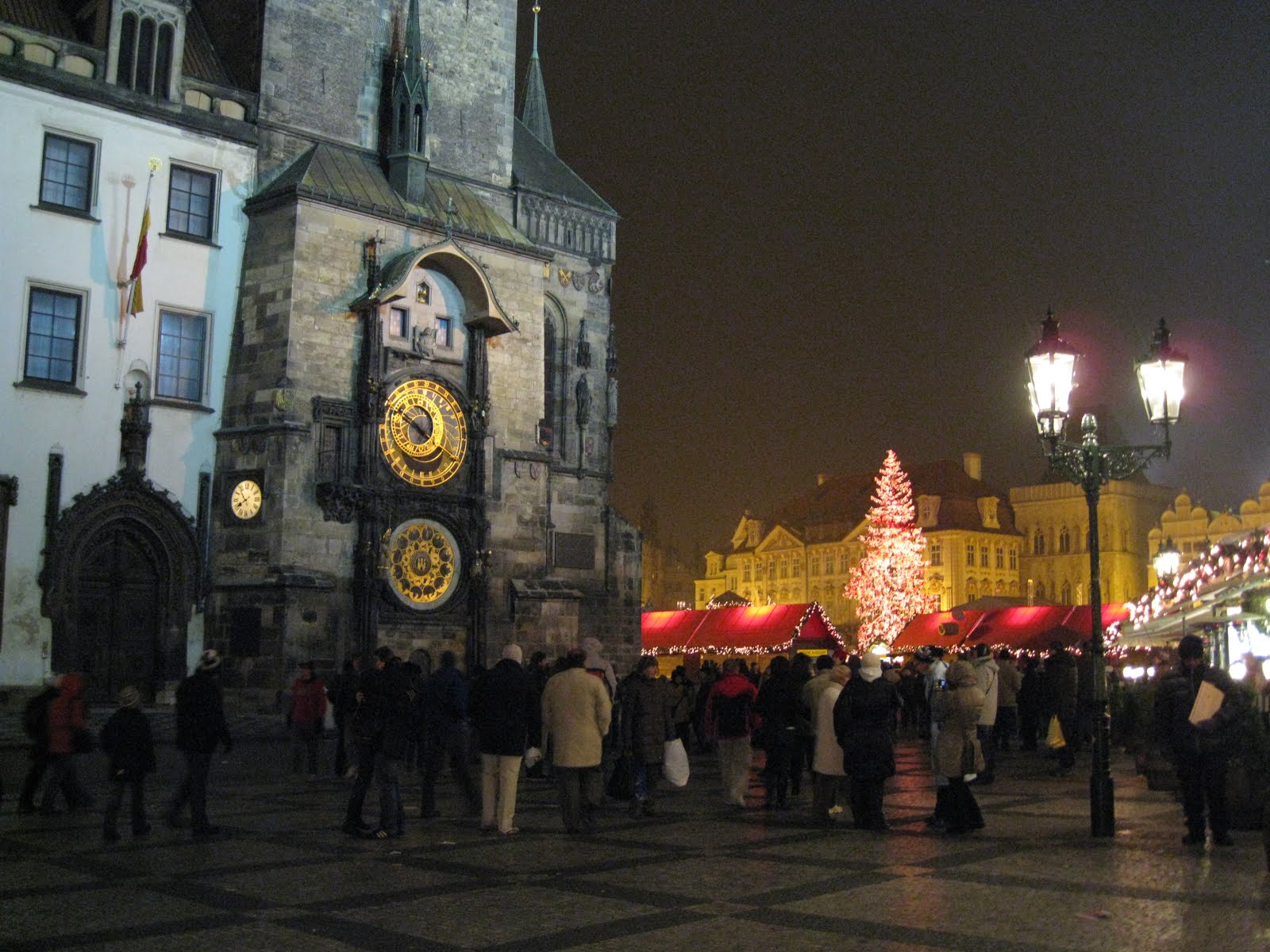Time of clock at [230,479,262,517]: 7:53
